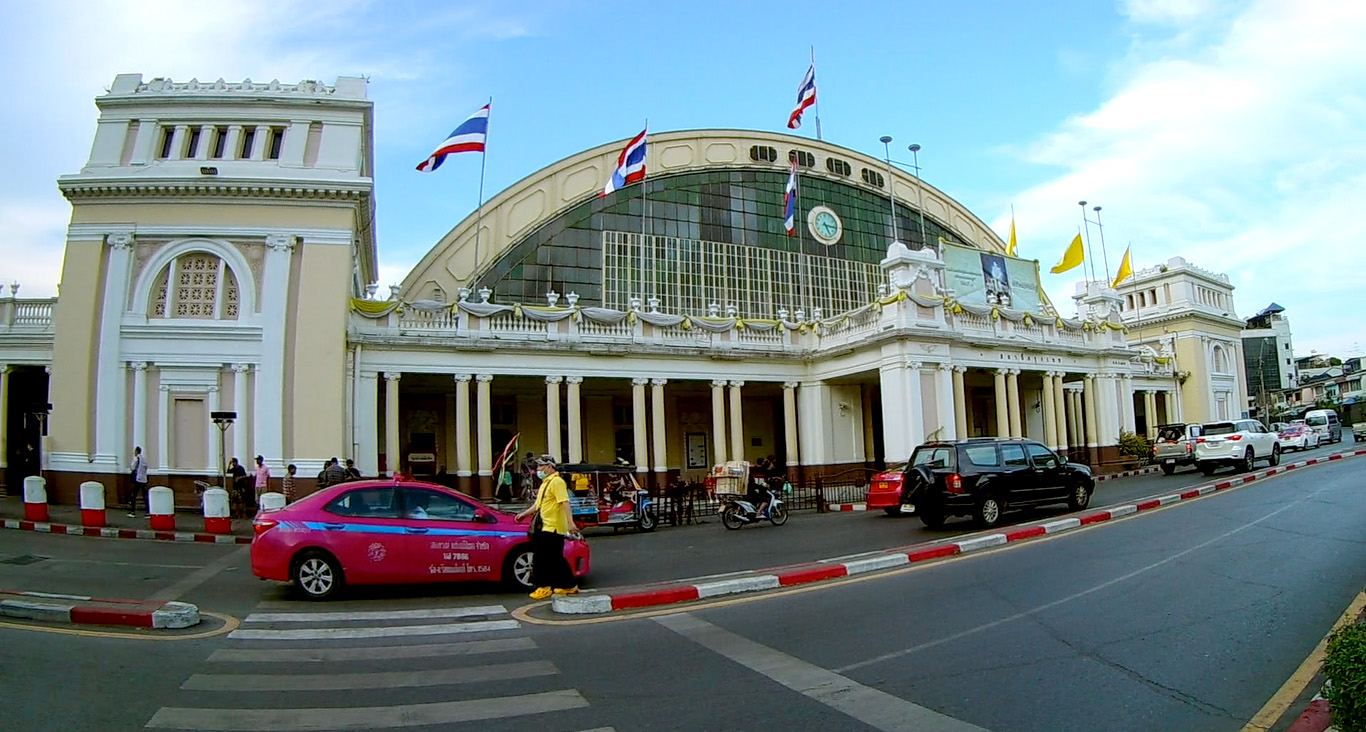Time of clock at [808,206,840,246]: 5:15
